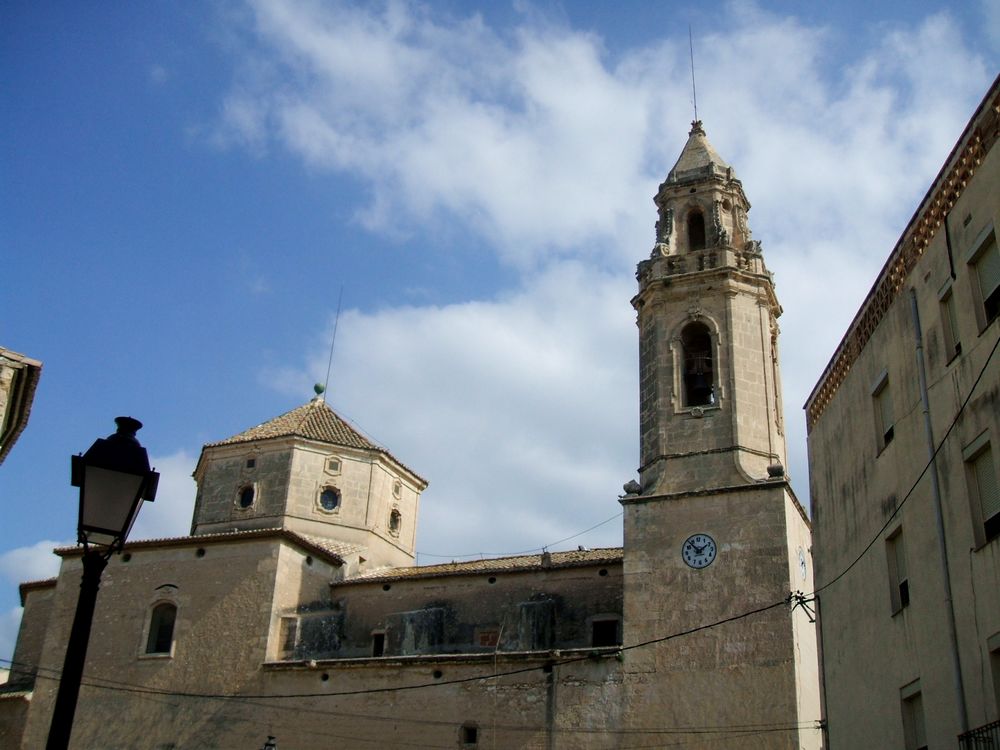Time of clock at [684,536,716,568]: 1:53
